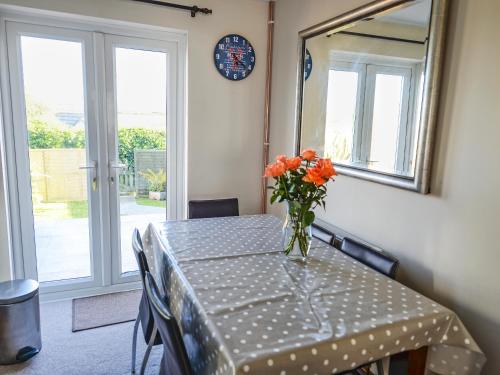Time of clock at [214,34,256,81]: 4:21
